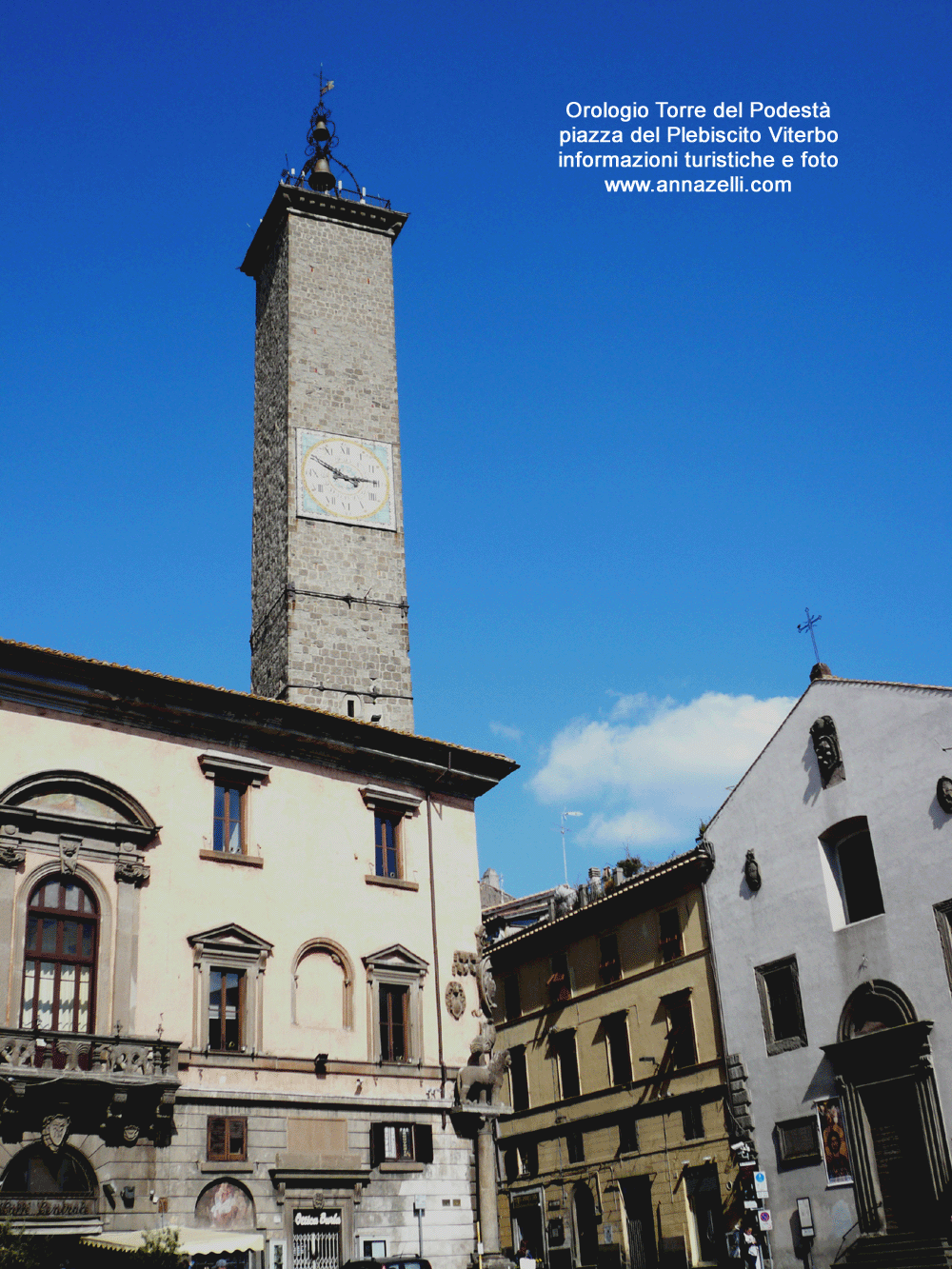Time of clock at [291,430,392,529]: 2:49
